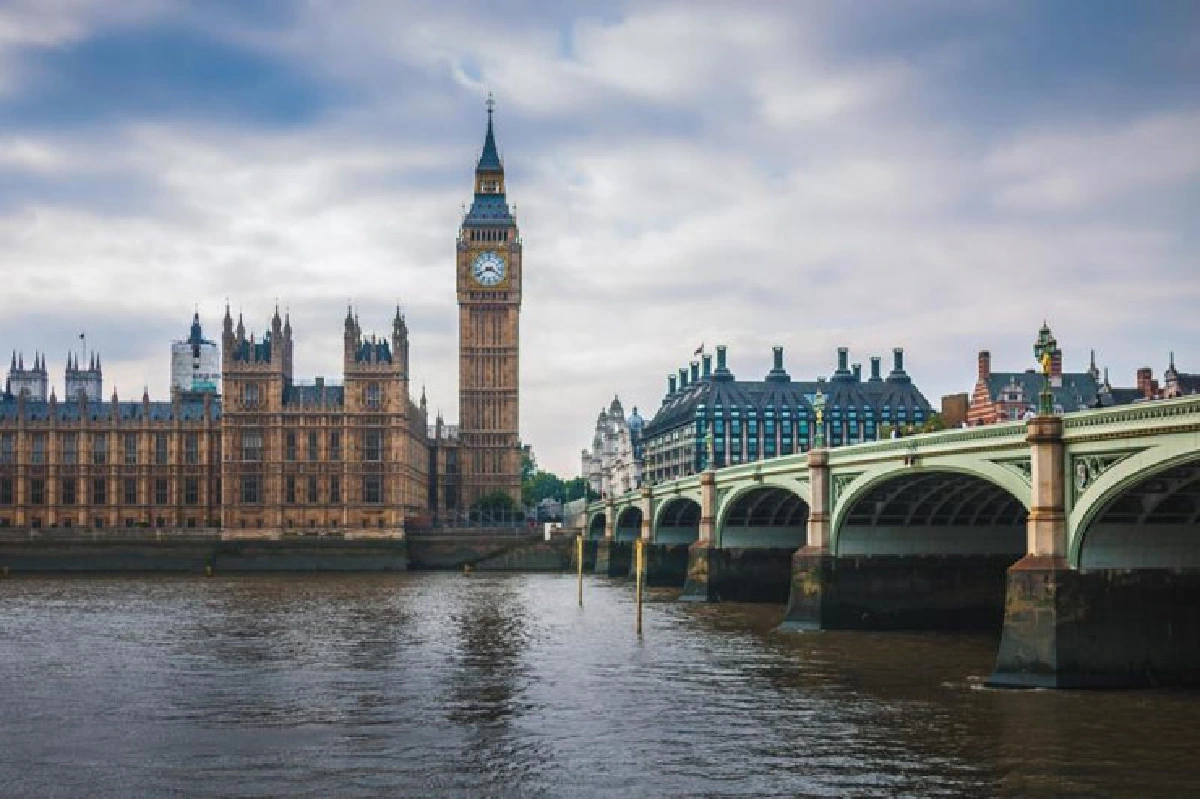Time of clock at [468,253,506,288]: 3:41
